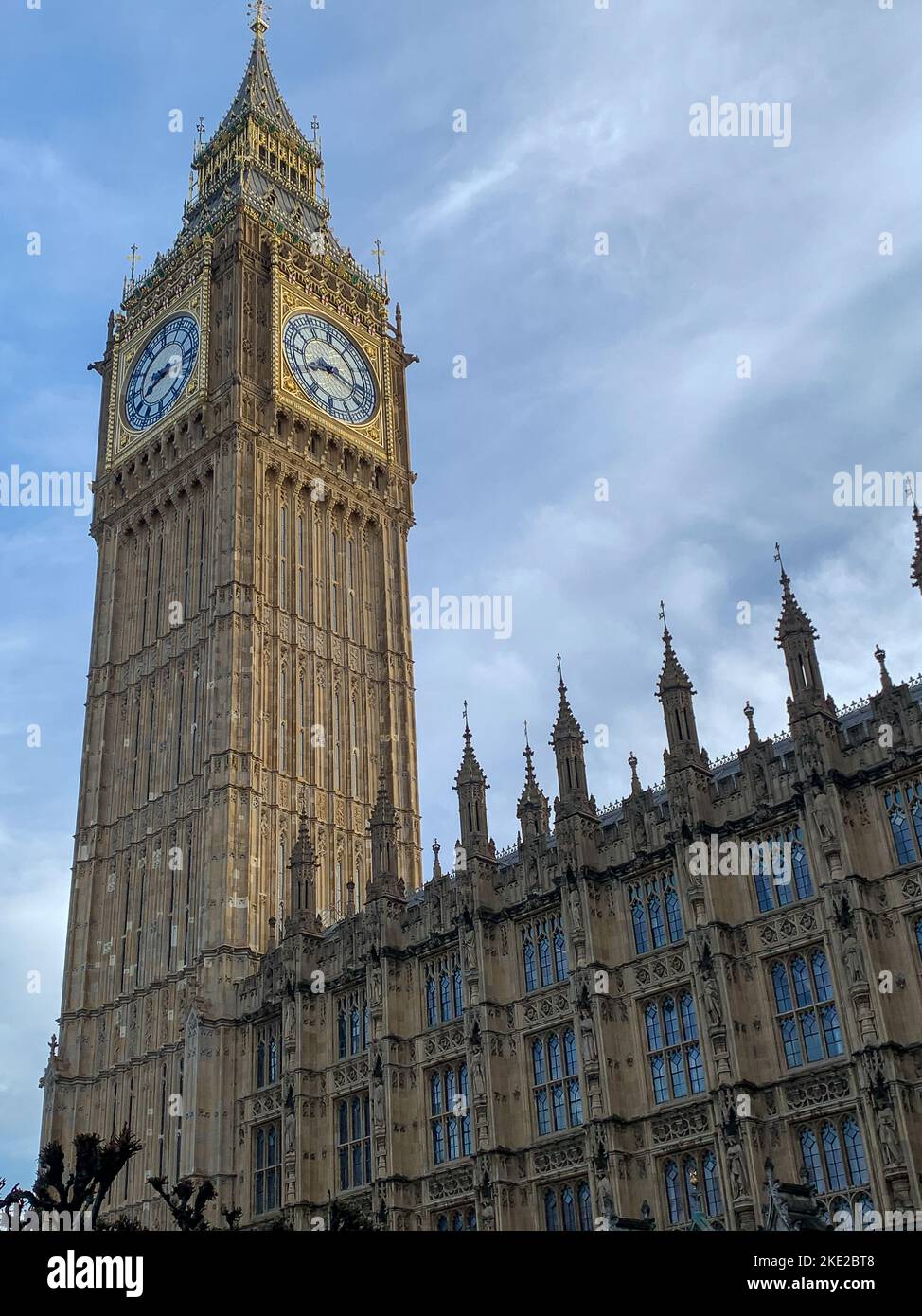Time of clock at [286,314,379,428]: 8:16
